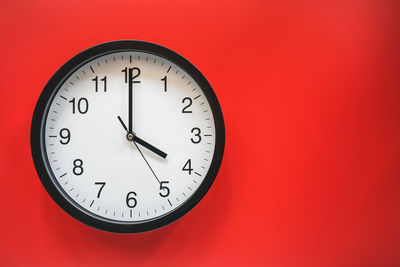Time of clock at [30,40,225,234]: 3:59
